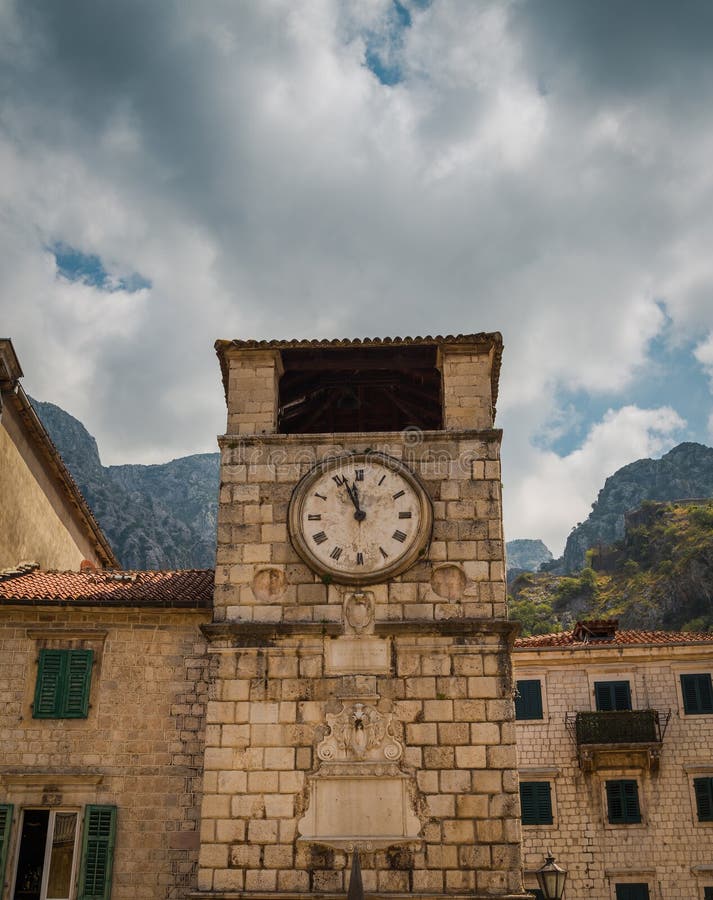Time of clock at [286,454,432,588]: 11:56
